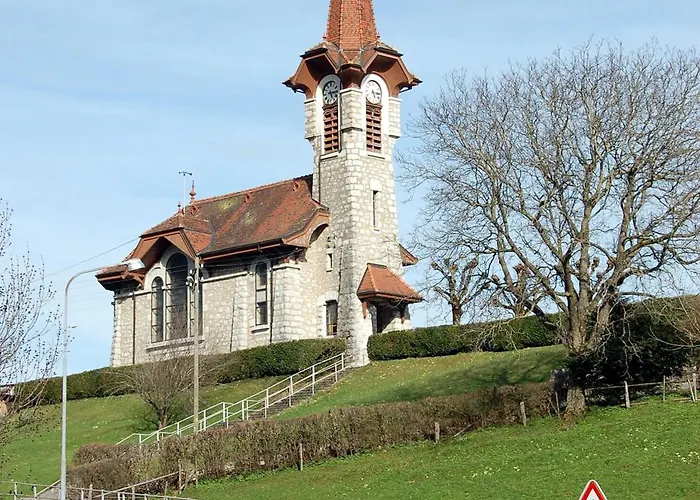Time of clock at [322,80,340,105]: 5:15
